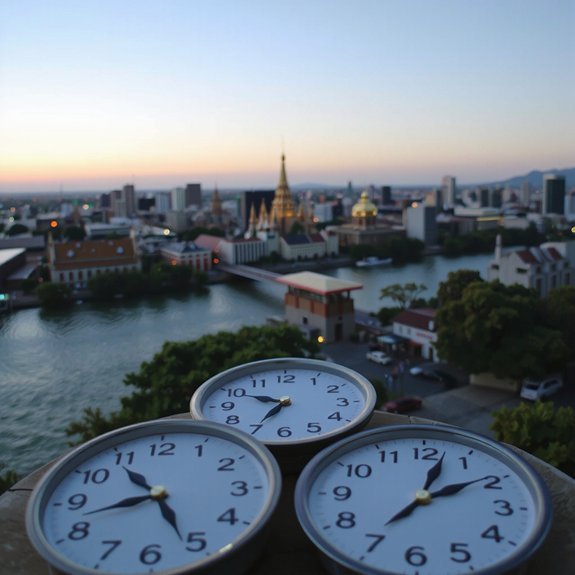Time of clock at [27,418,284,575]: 8:26
